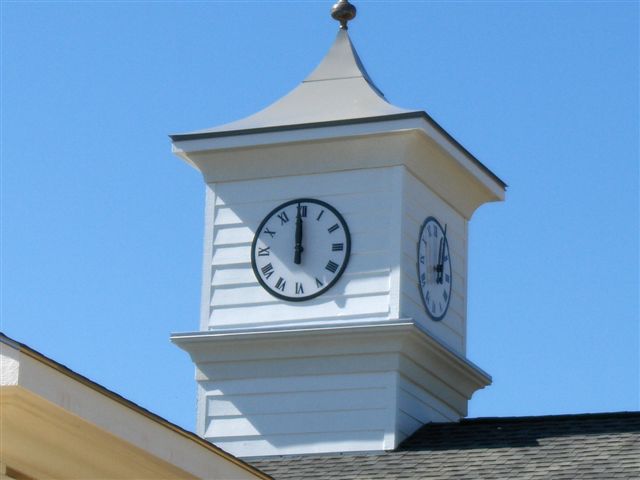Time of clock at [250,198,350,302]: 11:59
